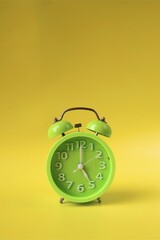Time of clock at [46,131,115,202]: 5:00
